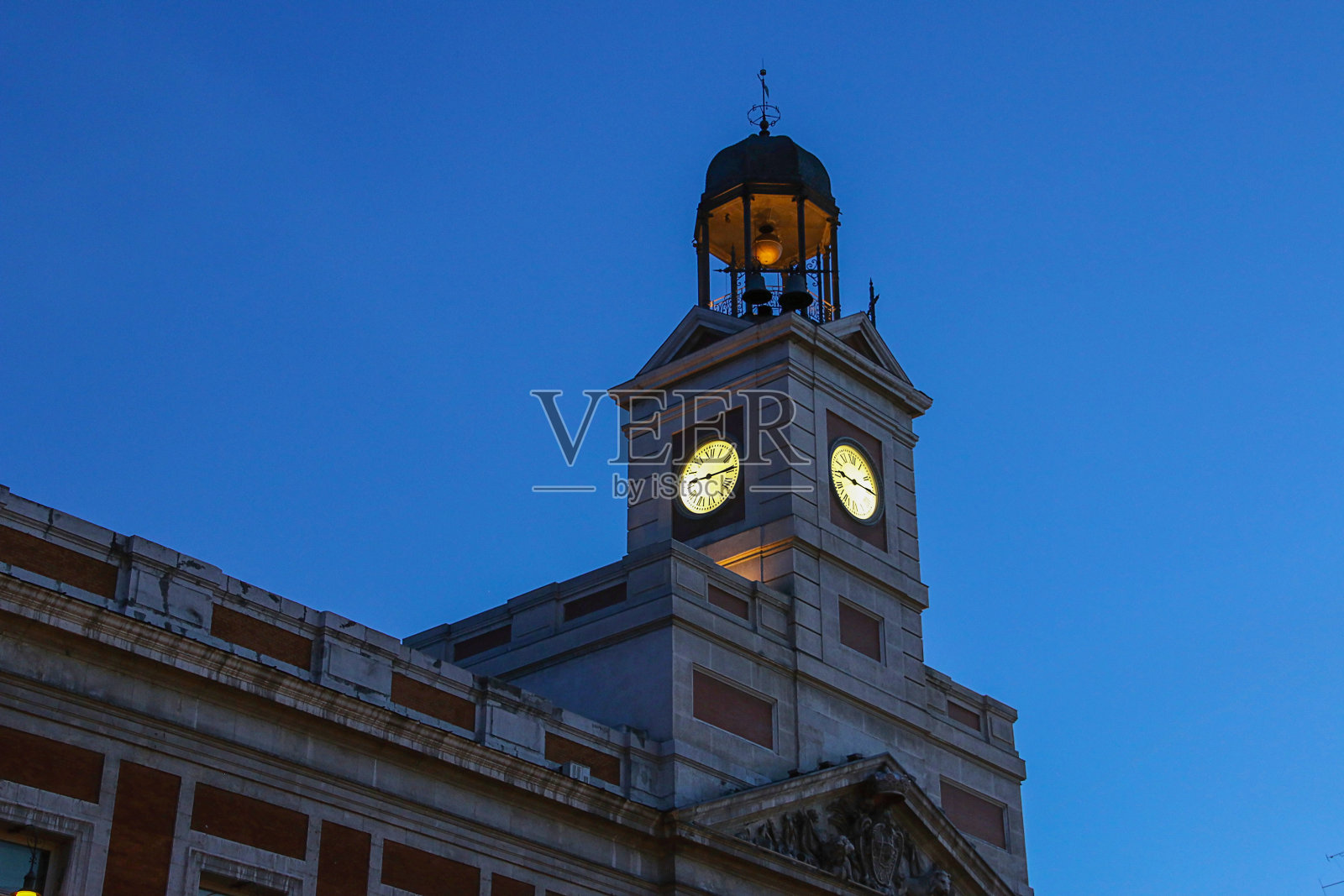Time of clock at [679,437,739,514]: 9:14
